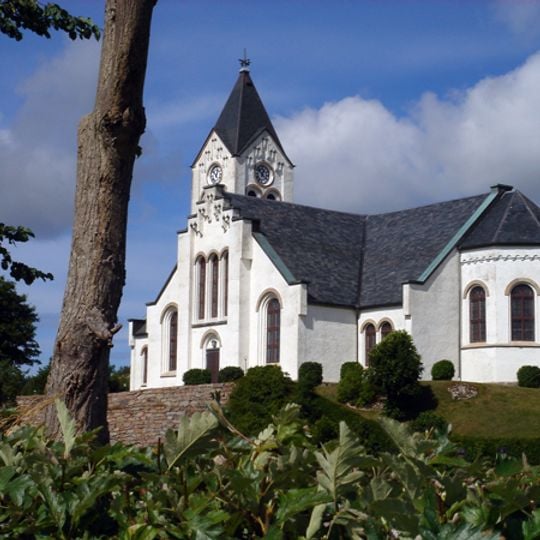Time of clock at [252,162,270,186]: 12:52
